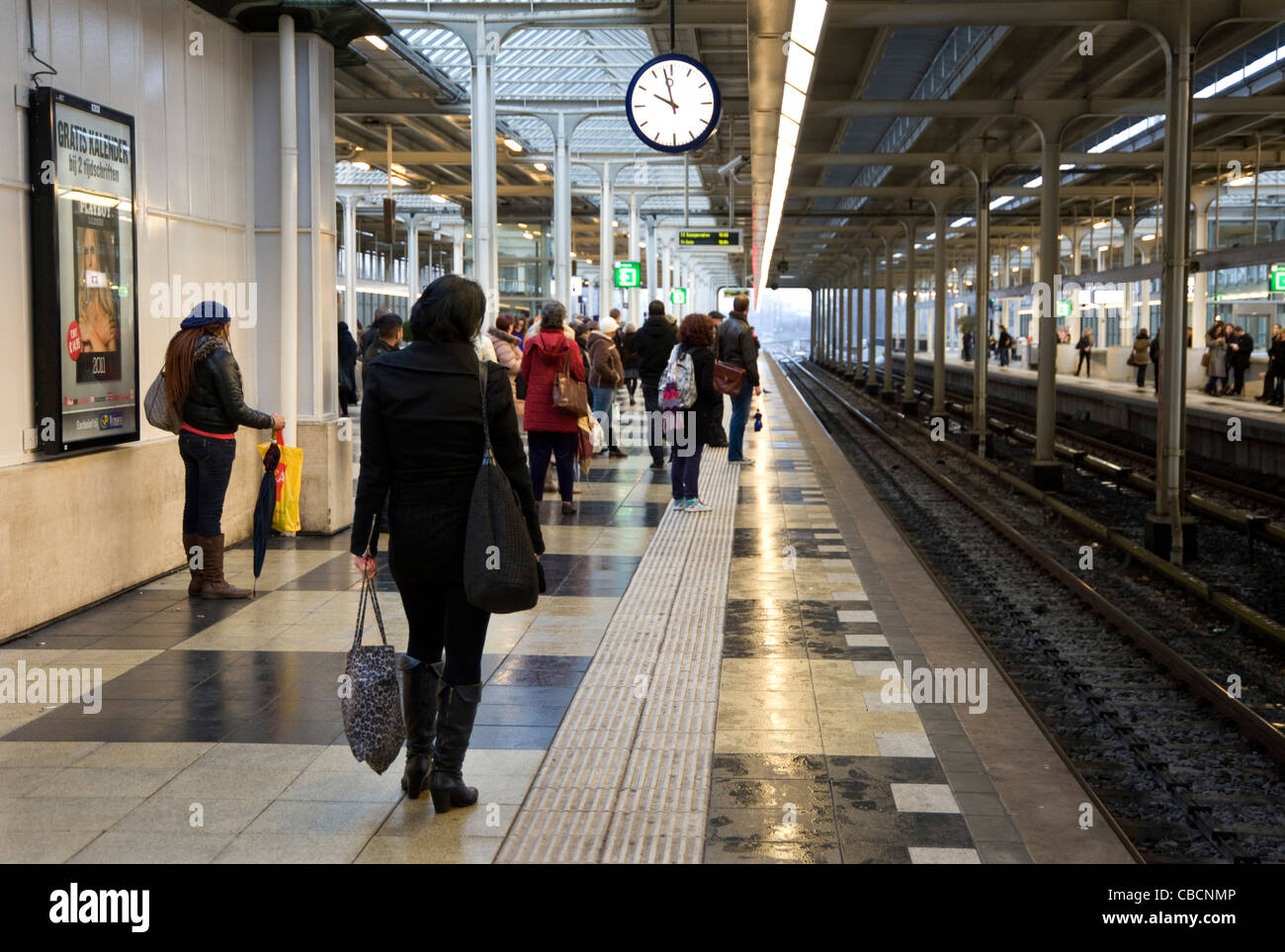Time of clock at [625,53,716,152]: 9:57
